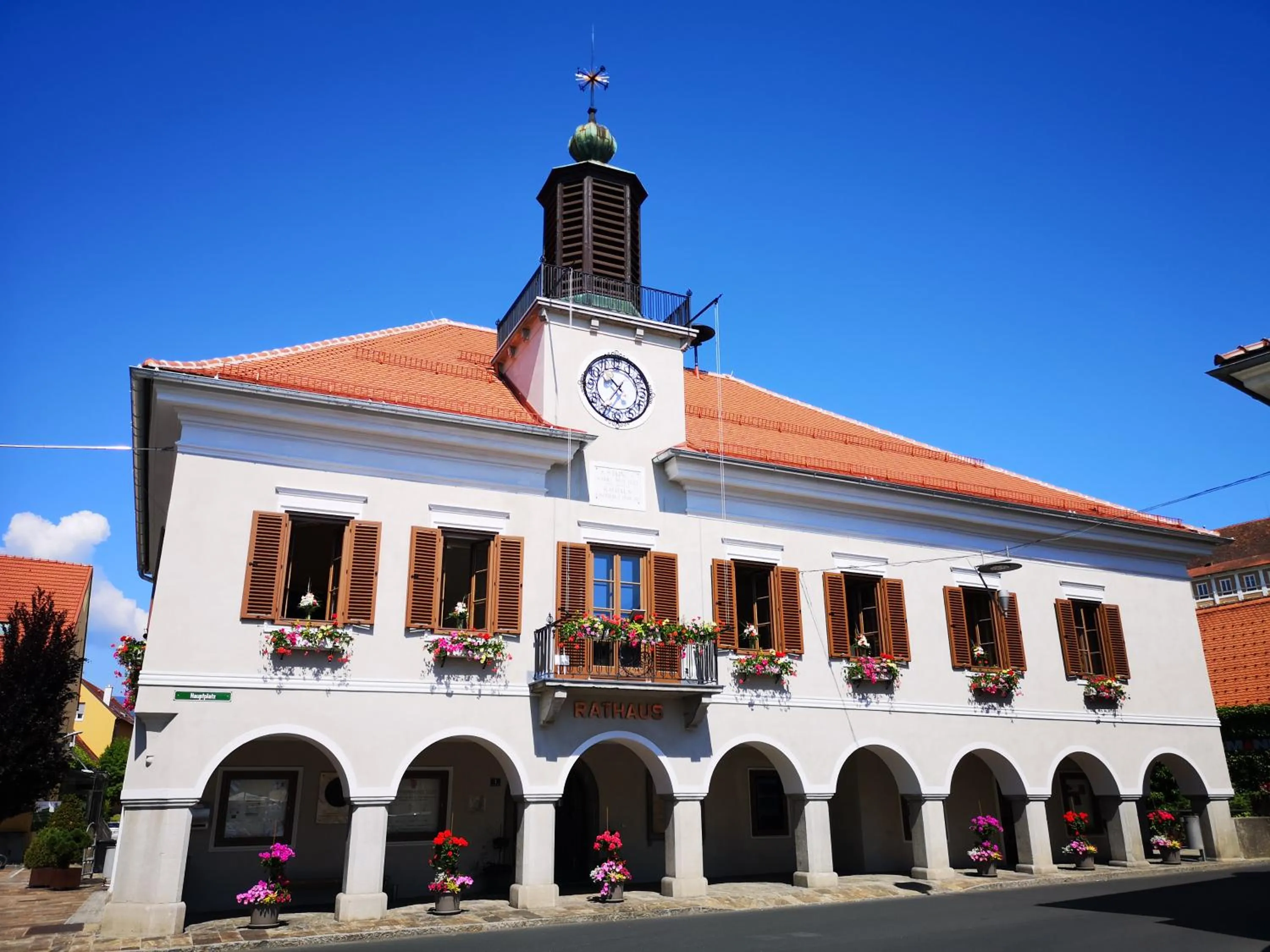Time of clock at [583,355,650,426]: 10:35
